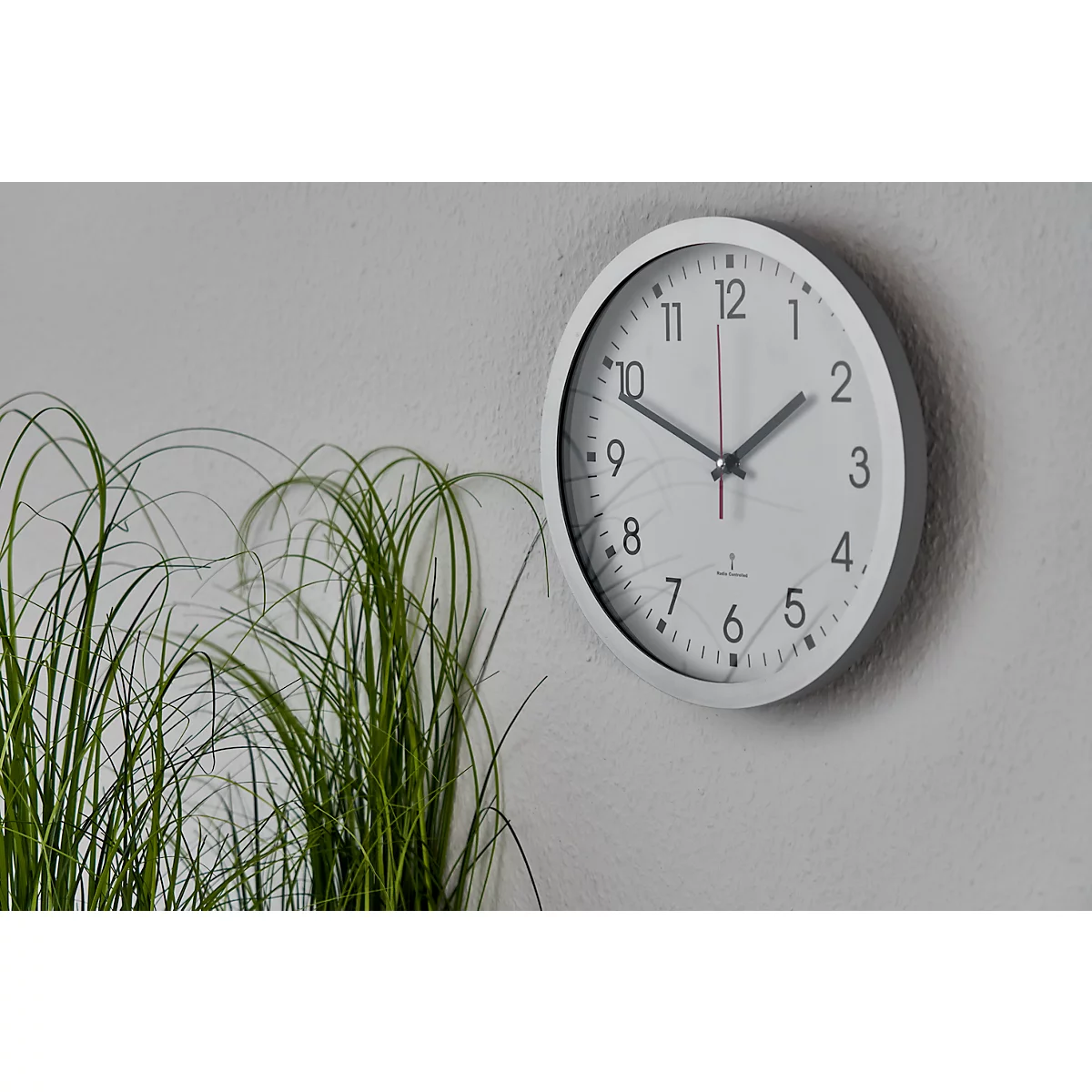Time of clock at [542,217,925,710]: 1:48
